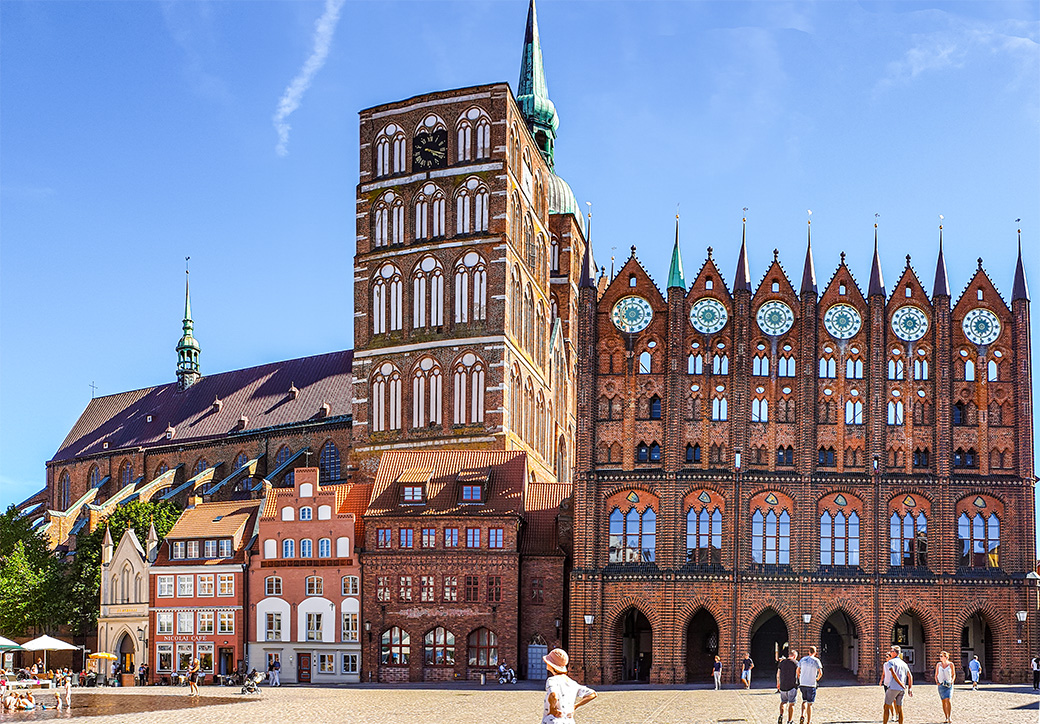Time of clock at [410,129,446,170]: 4:17
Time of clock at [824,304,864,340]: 6:15
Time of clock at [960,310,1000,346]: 6:14
